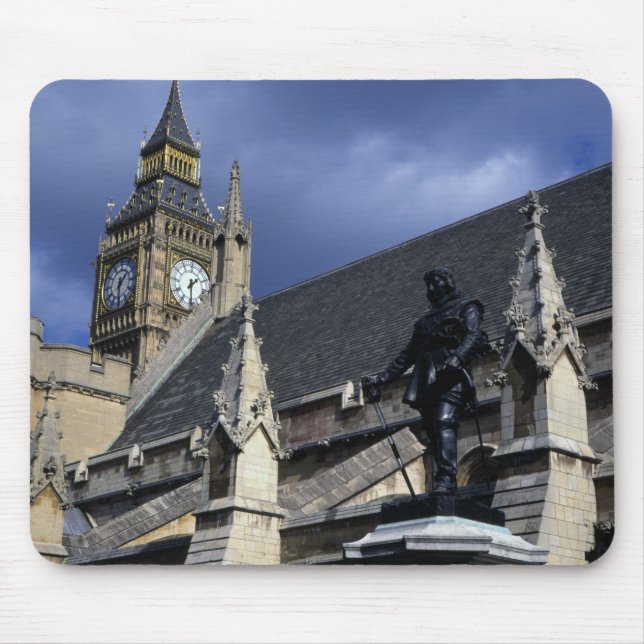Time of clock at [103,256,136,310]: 1:30
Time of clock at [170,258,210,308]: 1:29
